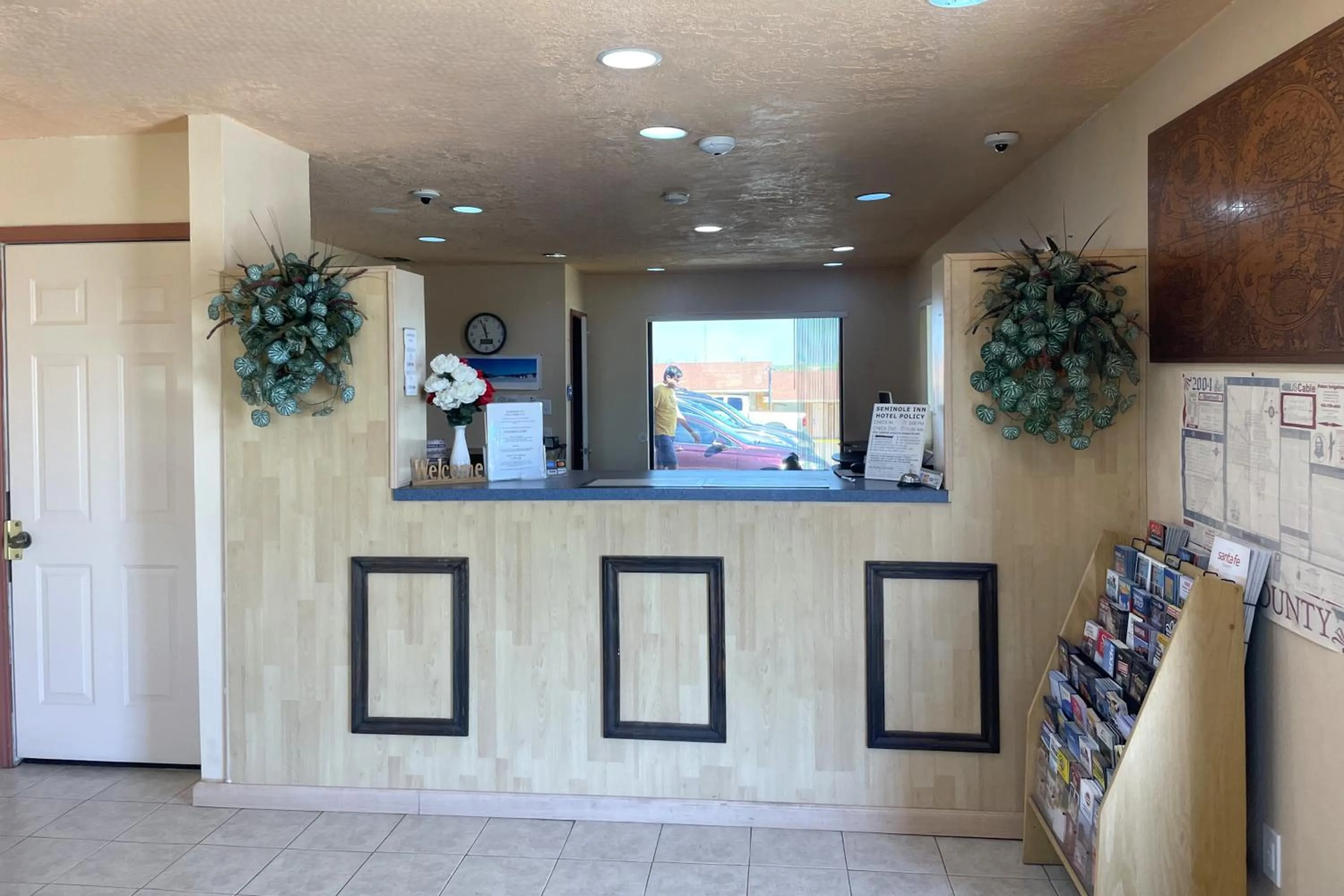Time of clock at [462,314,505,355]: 11:56
